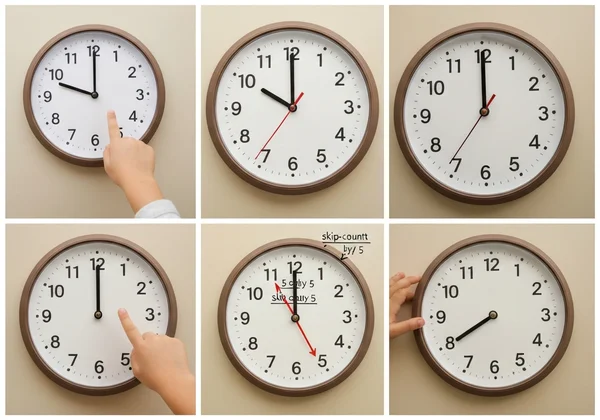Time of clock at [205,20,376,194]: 10:00
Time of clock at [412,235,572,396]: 7:39
